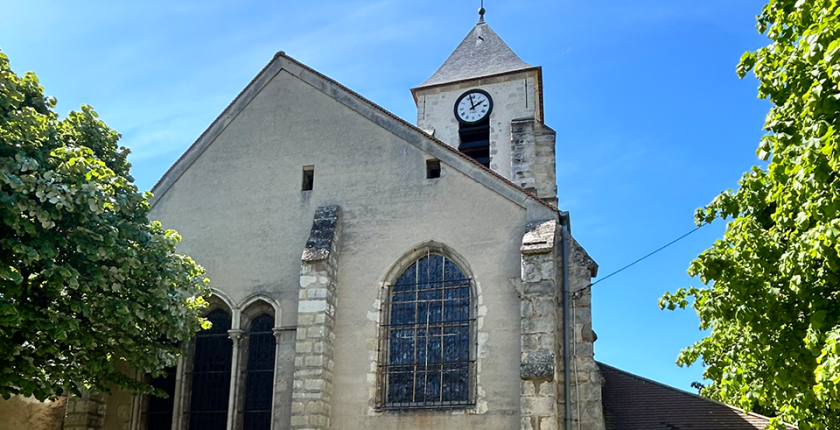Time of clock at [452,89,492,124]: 1:57
